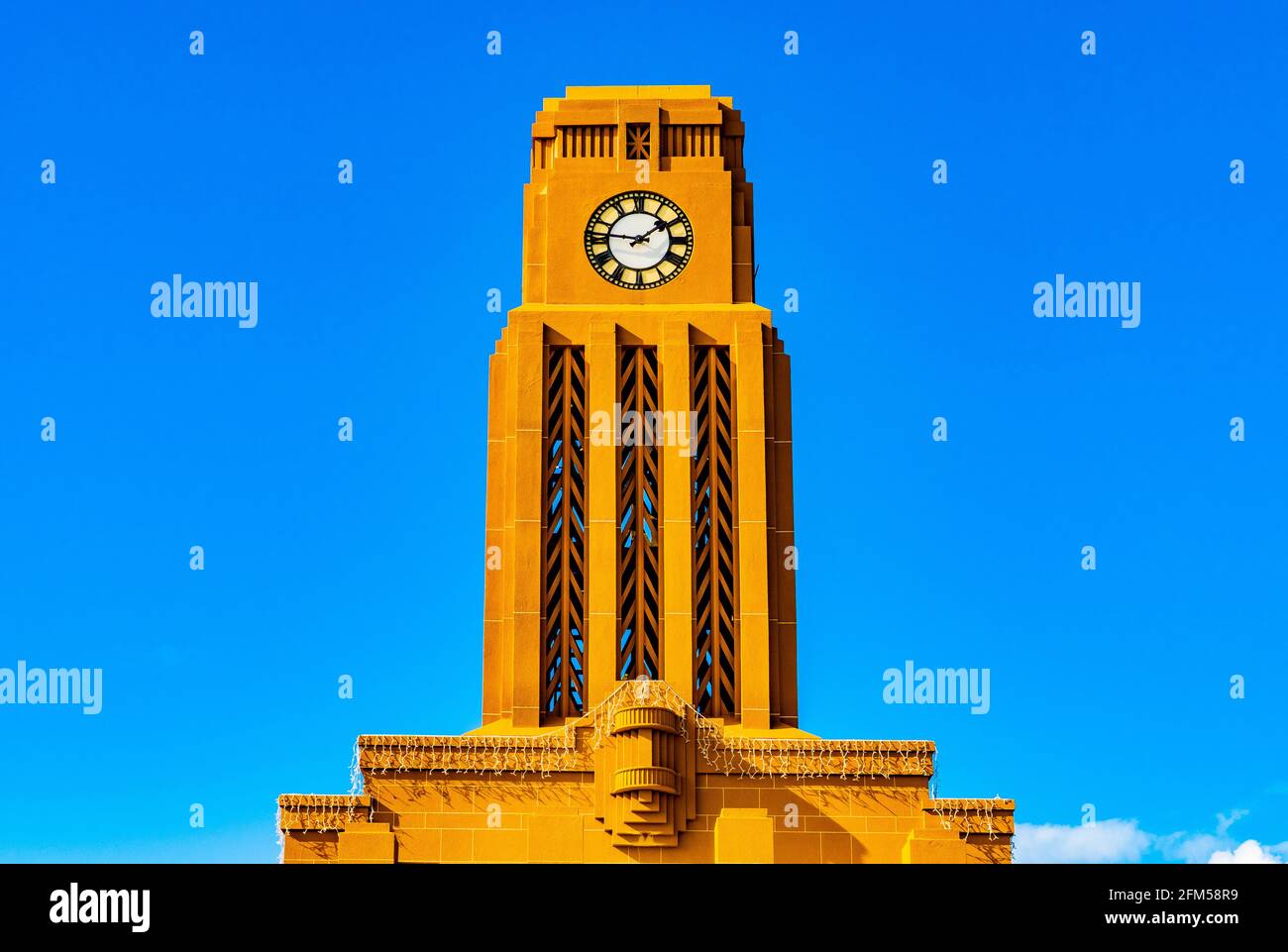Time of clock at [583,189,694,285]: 1:46
